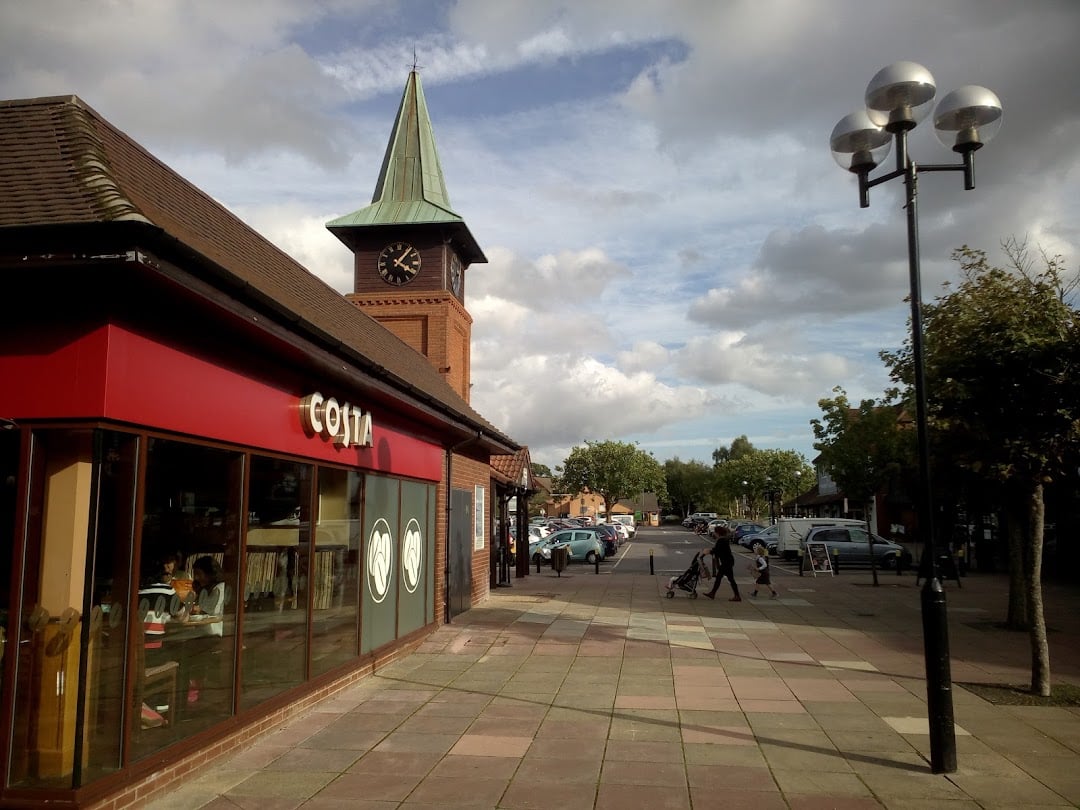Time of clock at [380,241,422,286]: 4:06
